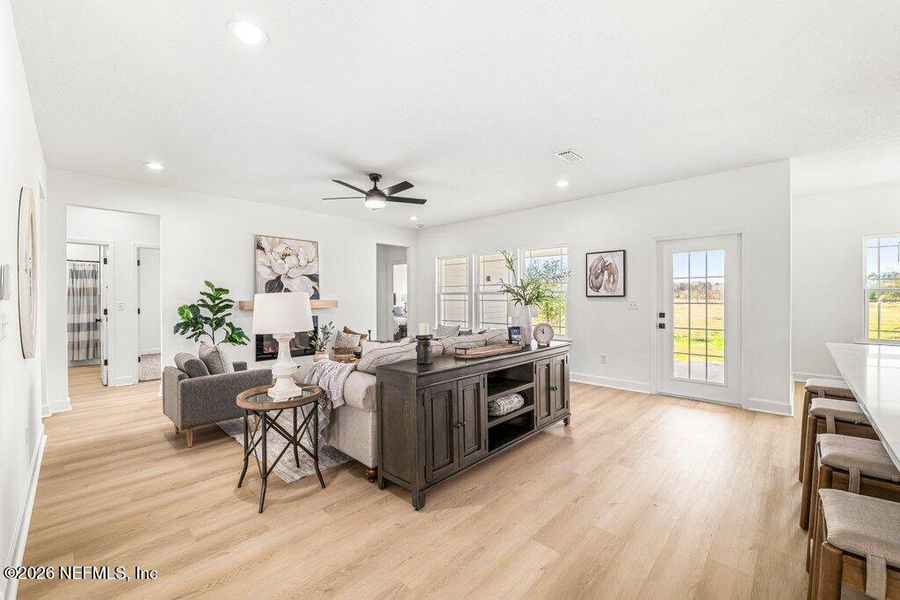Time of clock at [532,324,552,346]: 11:52
